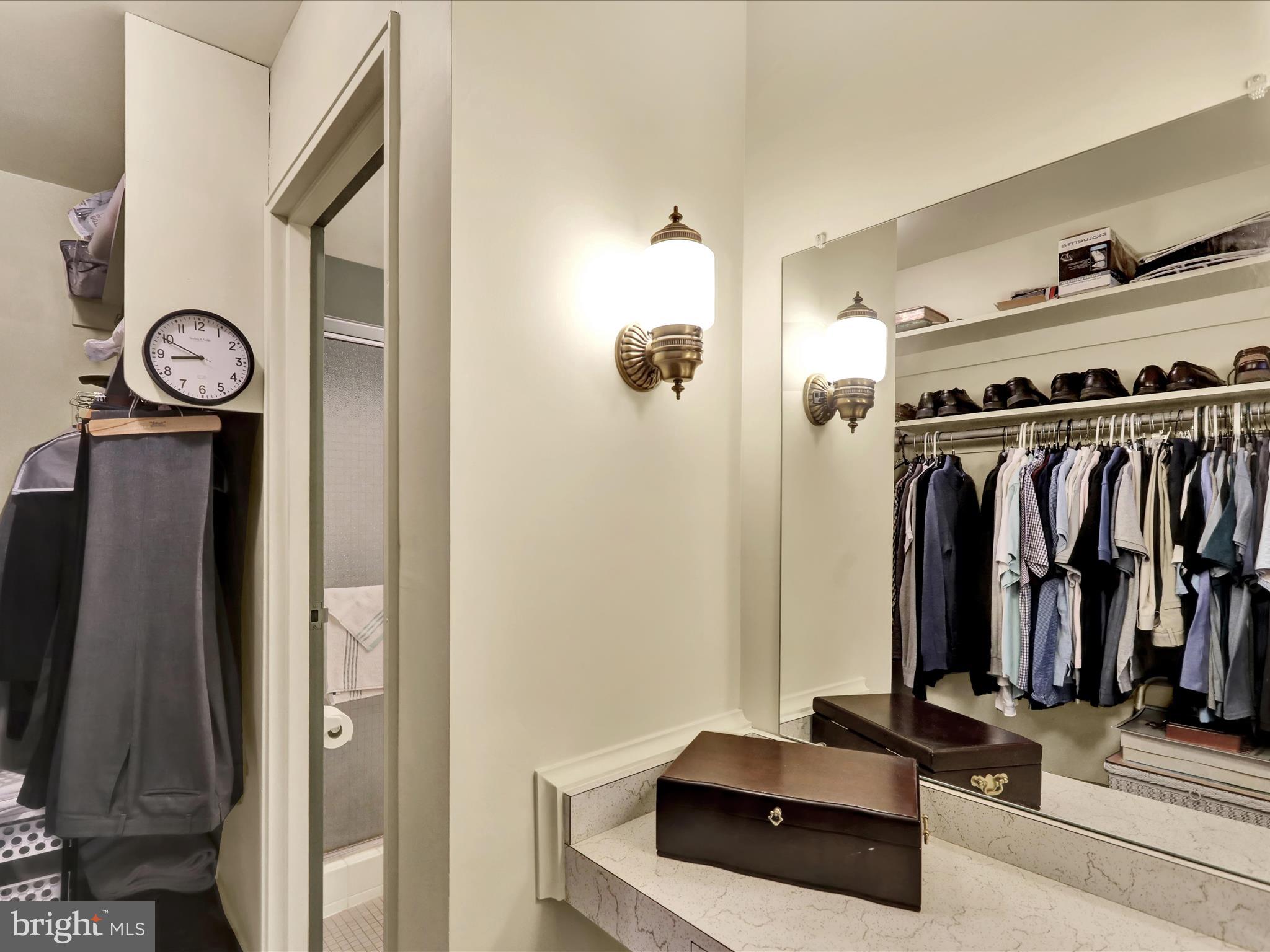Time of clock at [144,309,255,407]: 8:49
